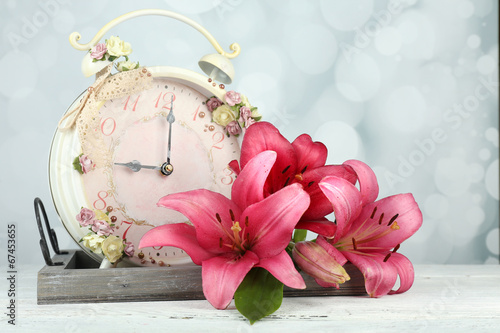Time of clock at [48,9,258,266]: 9:01
